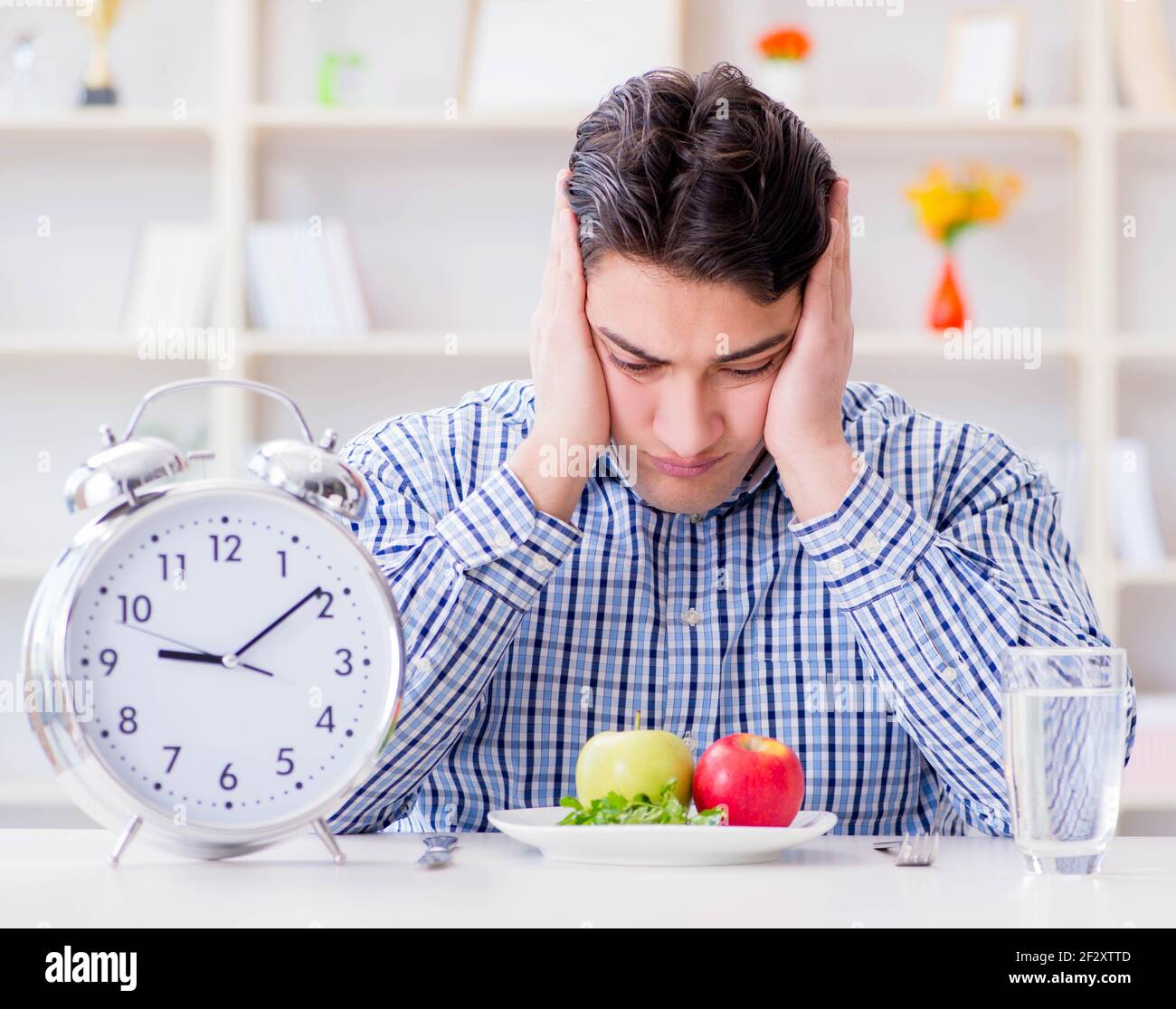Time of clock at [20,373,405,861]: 9:09
